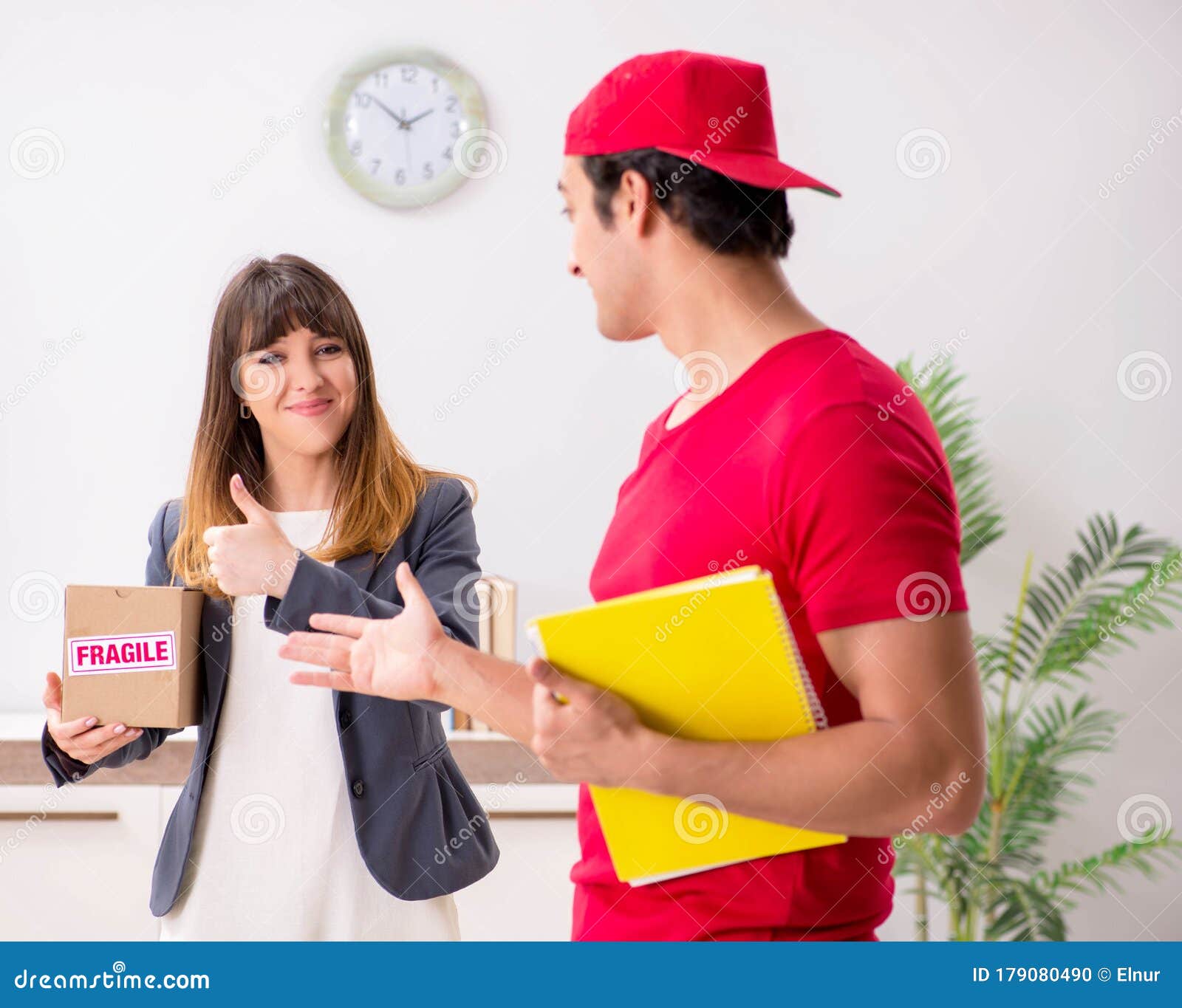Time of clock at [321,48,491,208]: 1:51
